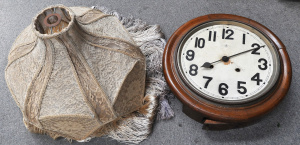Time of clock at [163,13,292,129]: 8:09
